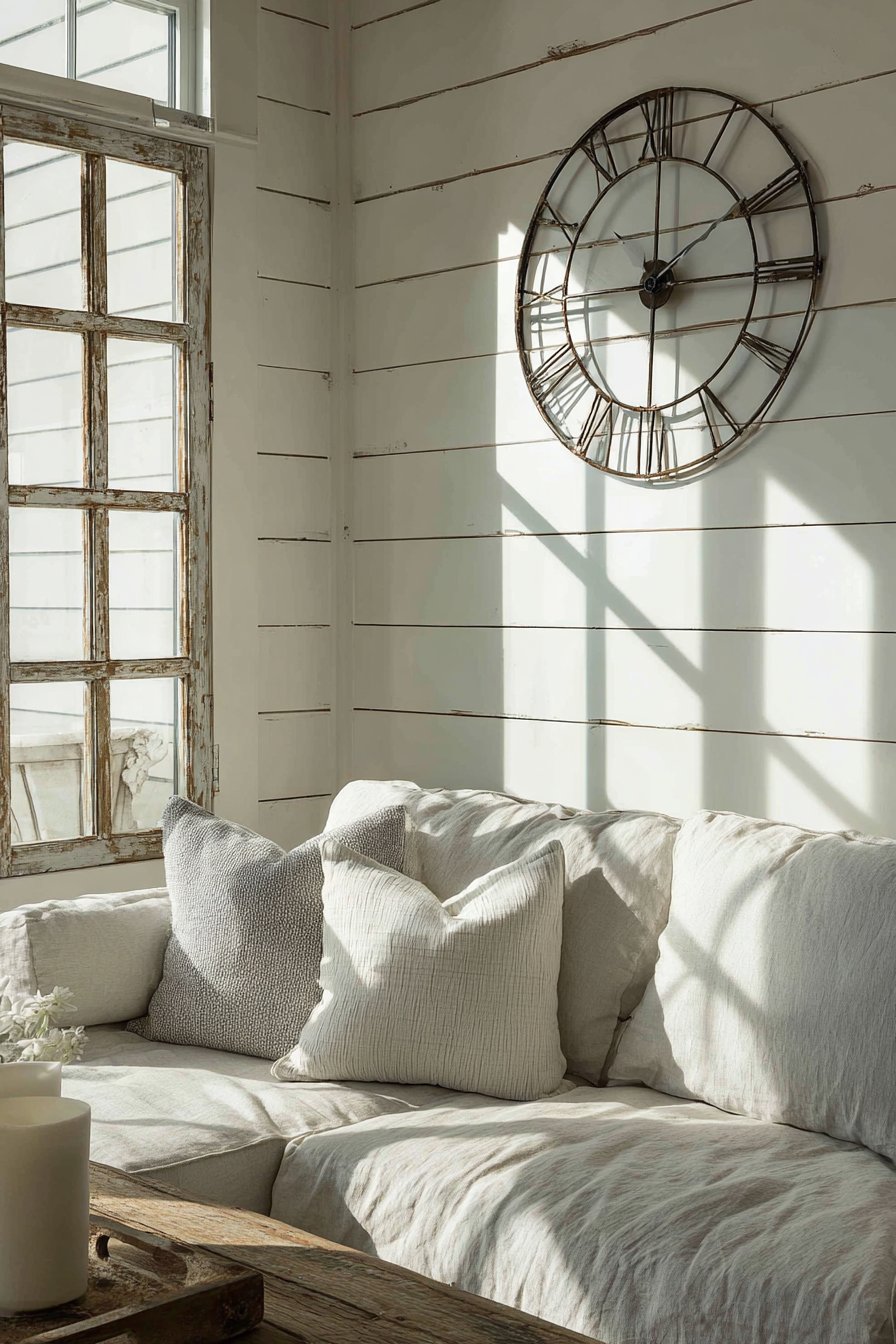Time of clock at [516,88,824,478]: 2:00
